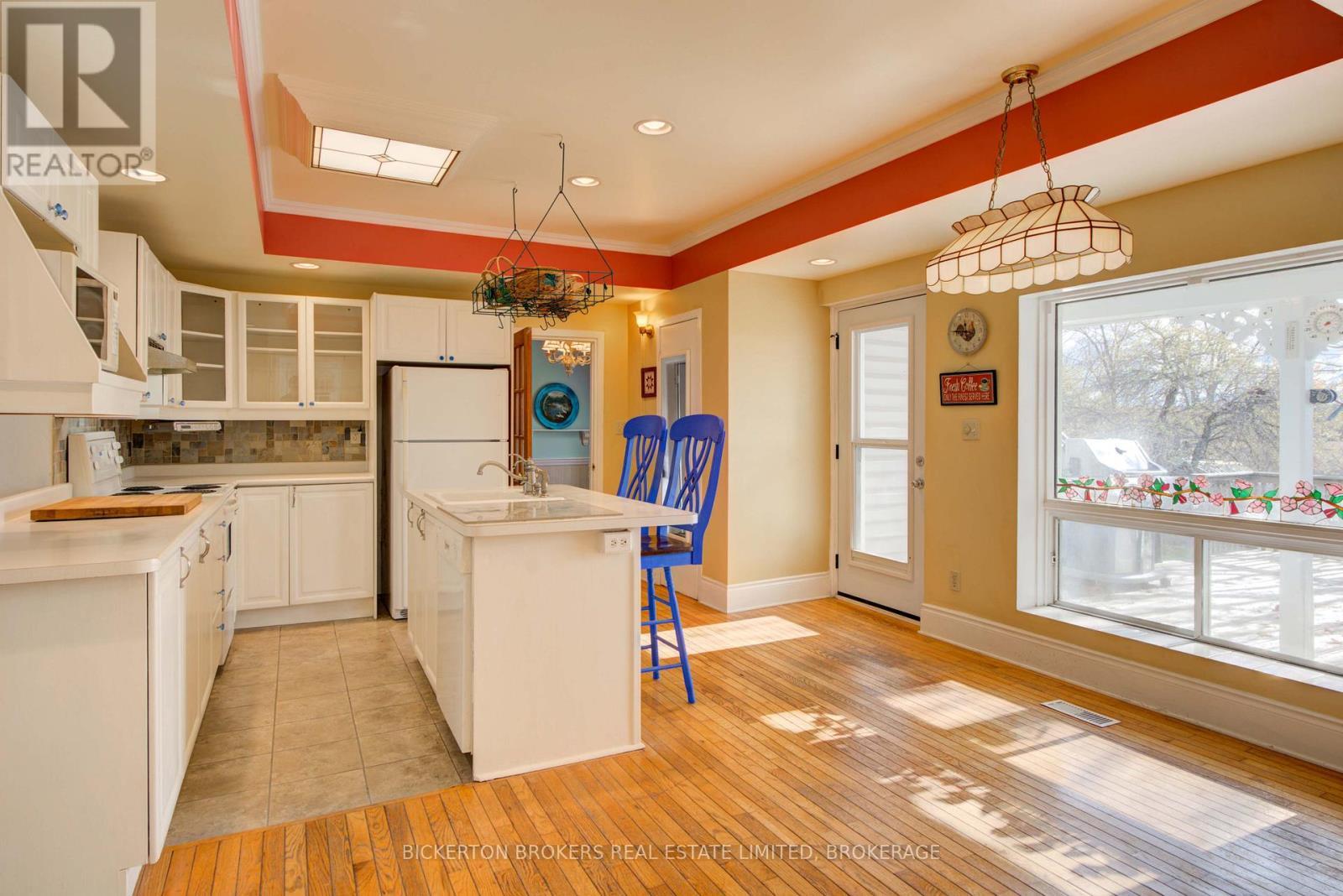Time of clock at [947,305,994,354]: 11:46
